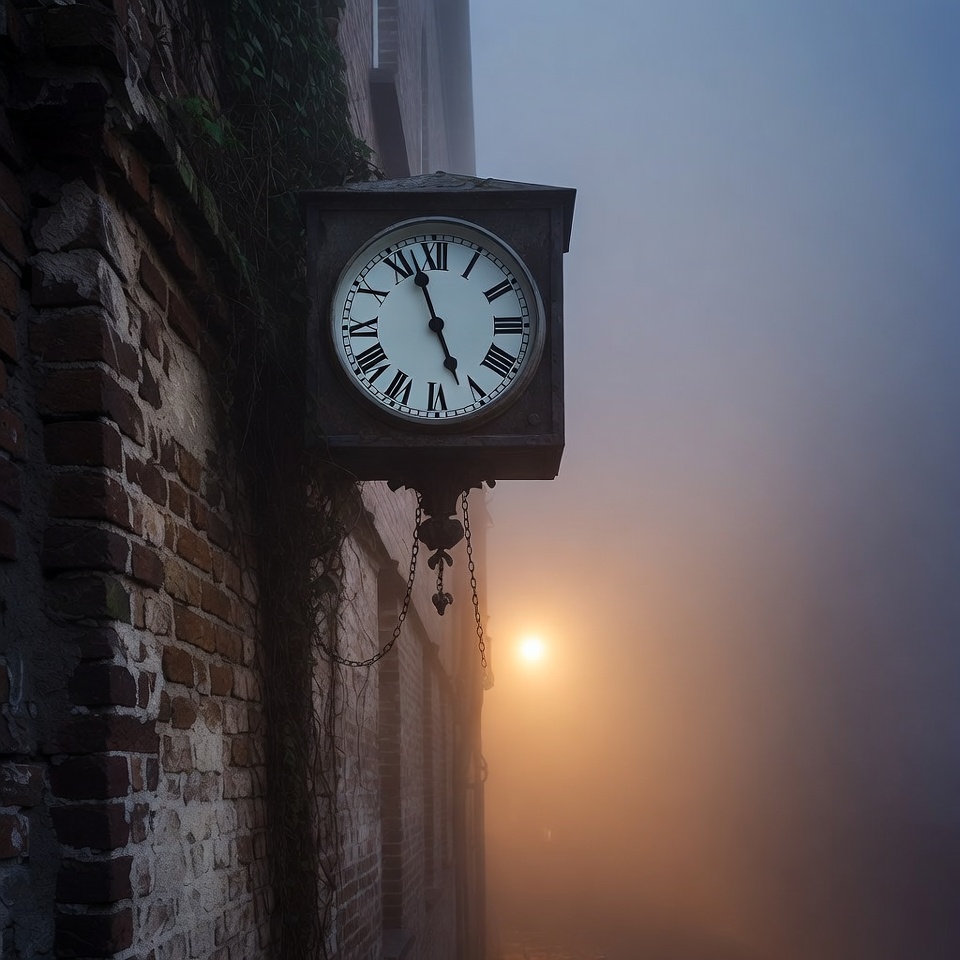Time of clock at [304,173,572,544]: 4:57
